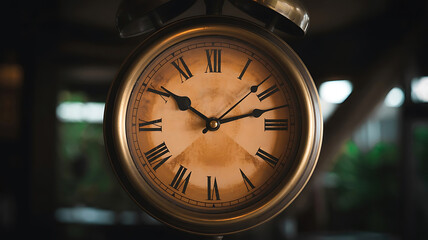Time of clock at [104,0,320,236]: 10:12
